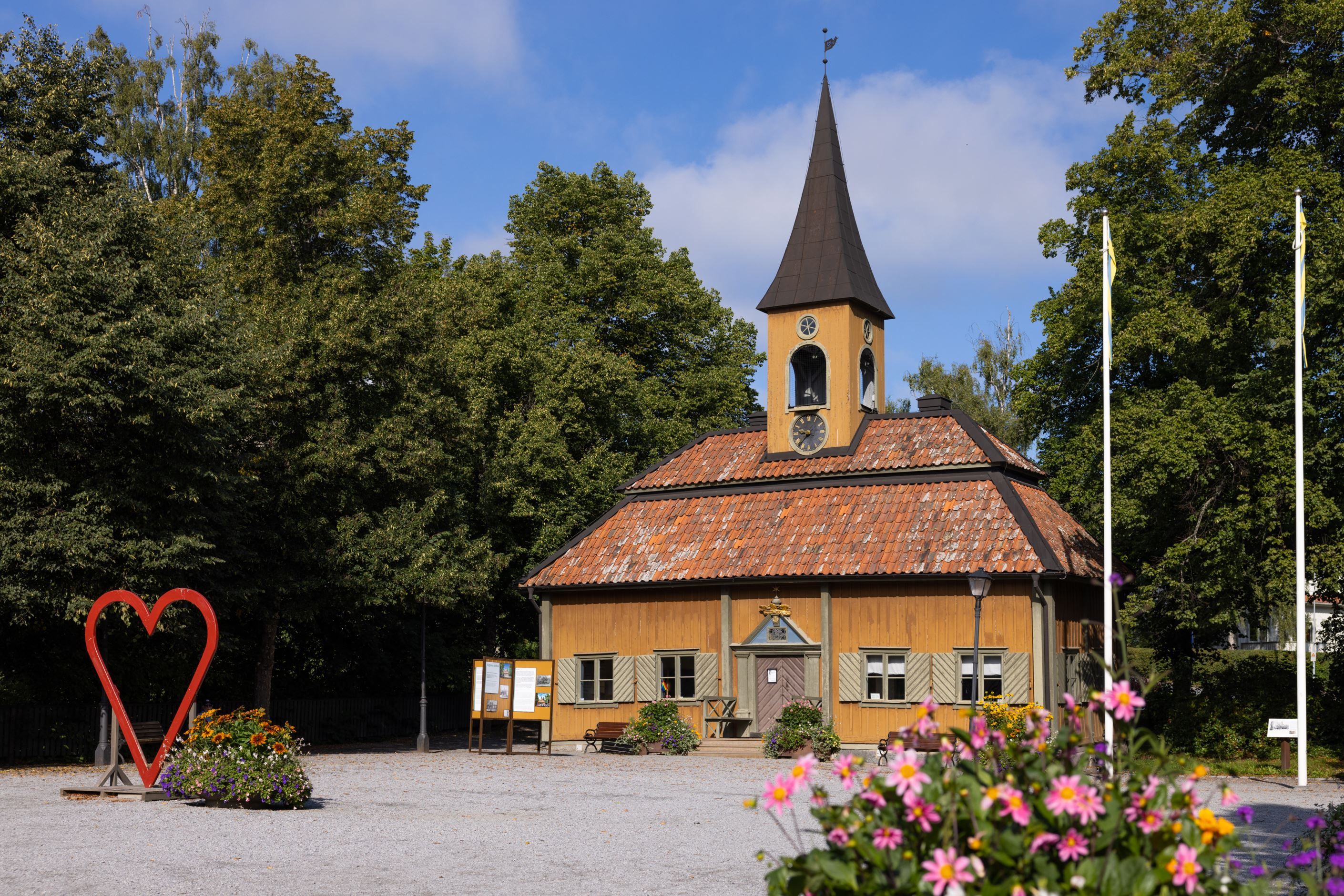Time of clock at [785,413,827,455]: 9:37
